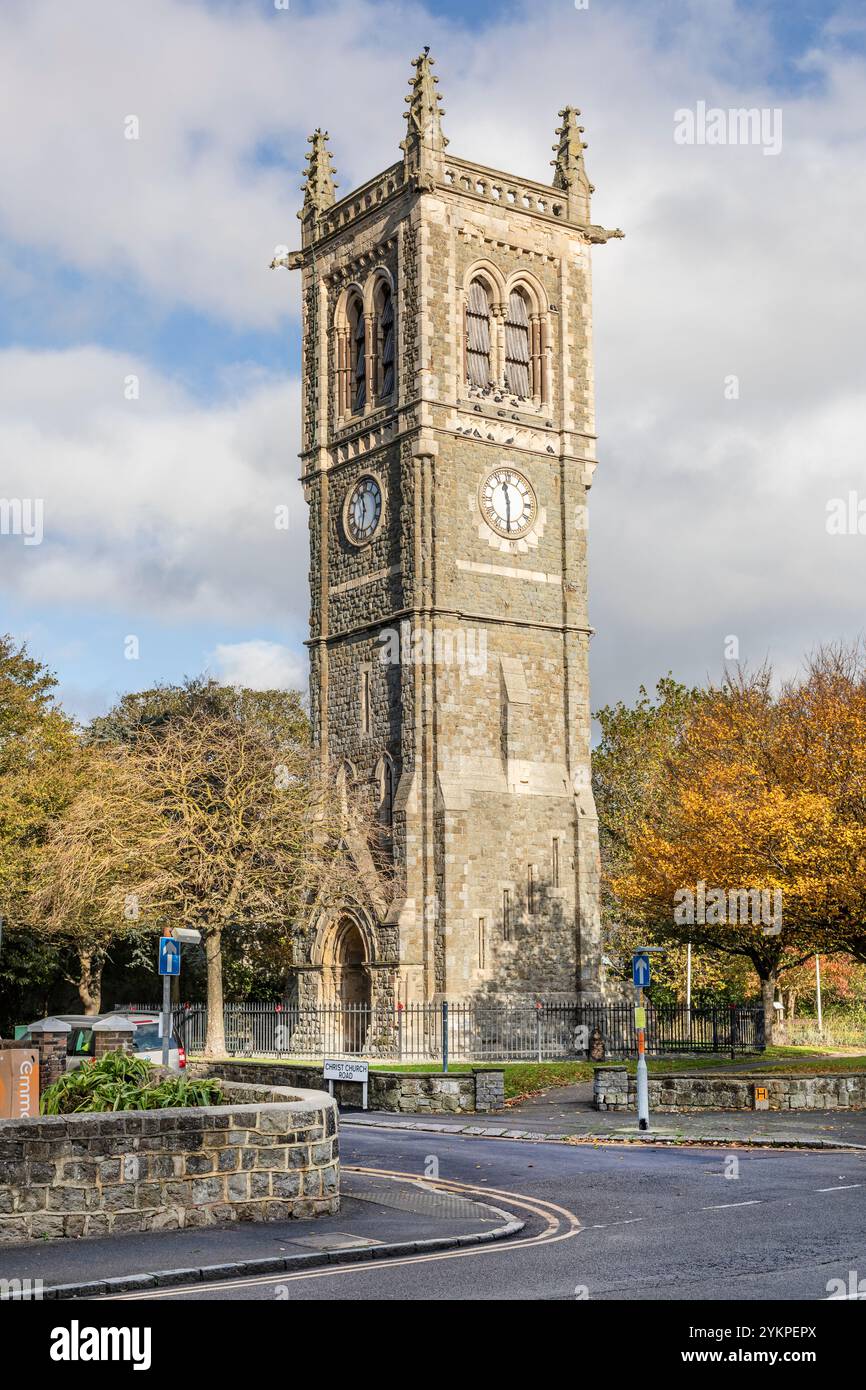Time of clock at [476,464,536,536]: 11:30
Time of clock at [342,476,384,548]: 11:32
